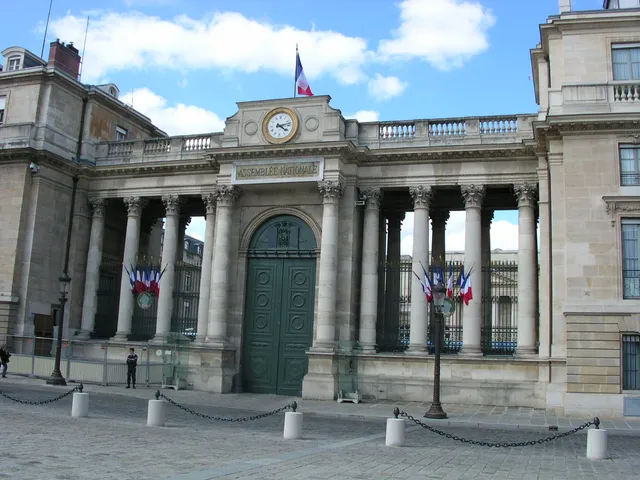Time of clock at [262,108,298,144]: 4:12
